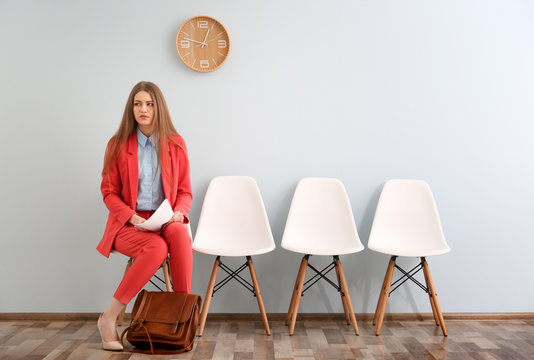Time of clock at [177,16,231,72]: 12:47
